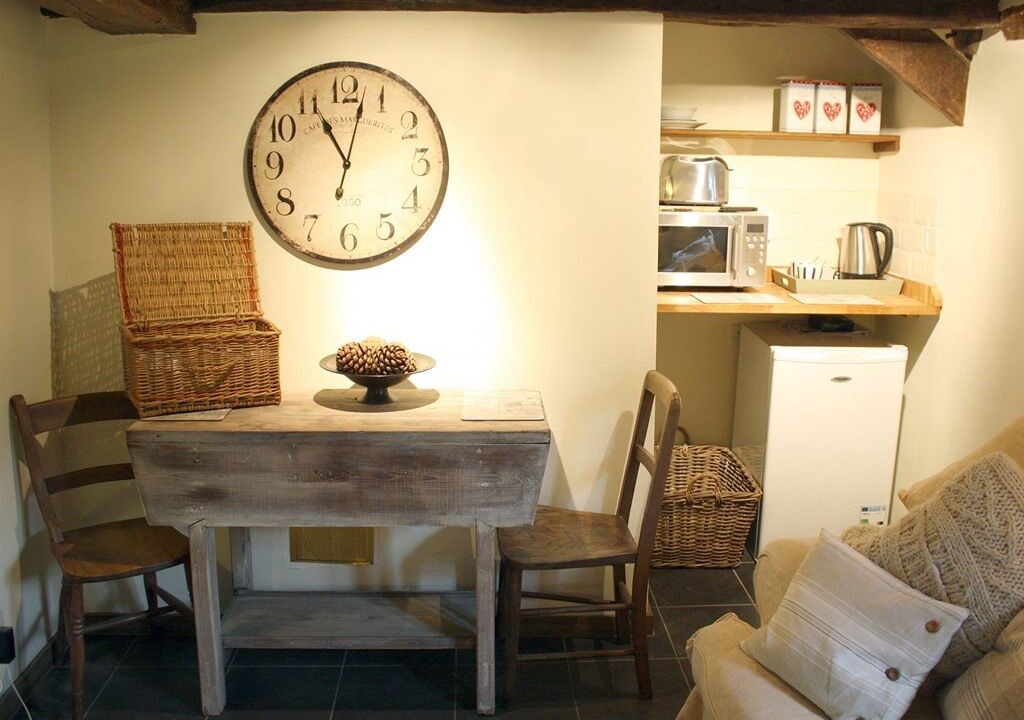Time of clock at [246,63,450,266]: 11:02
